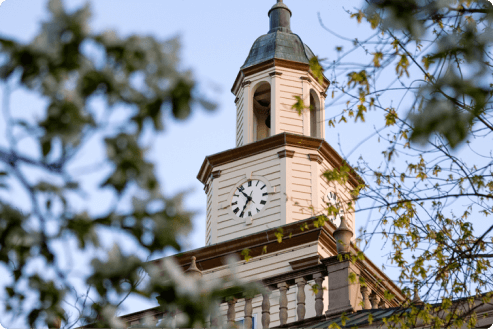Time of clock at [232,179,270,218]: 10:35
